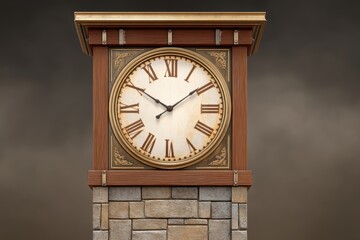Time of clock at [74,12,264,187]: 1:50
